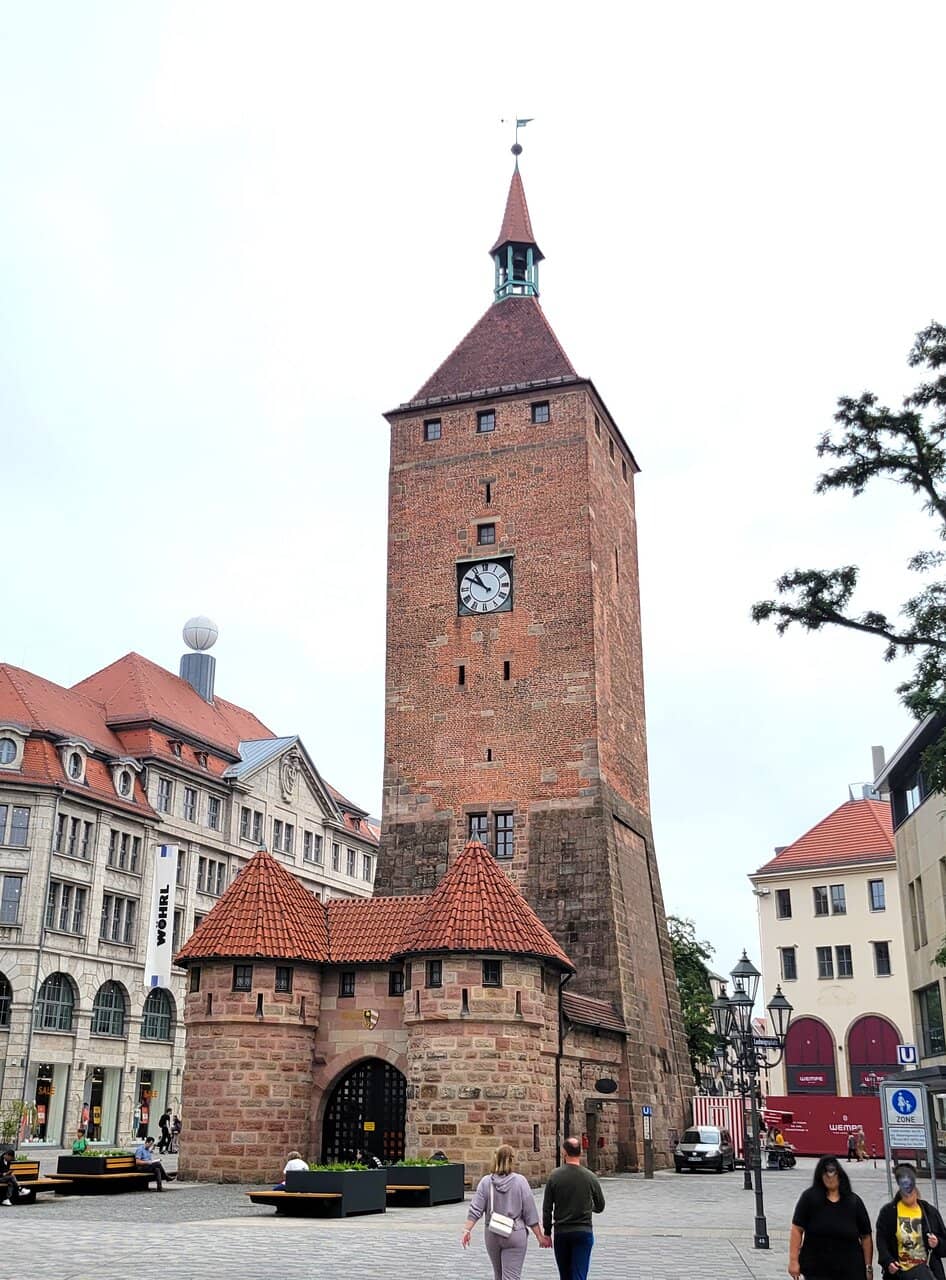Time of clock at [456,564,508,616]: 10:50
